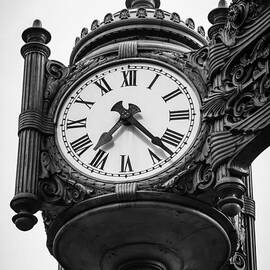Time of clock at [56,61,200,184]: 7:22
